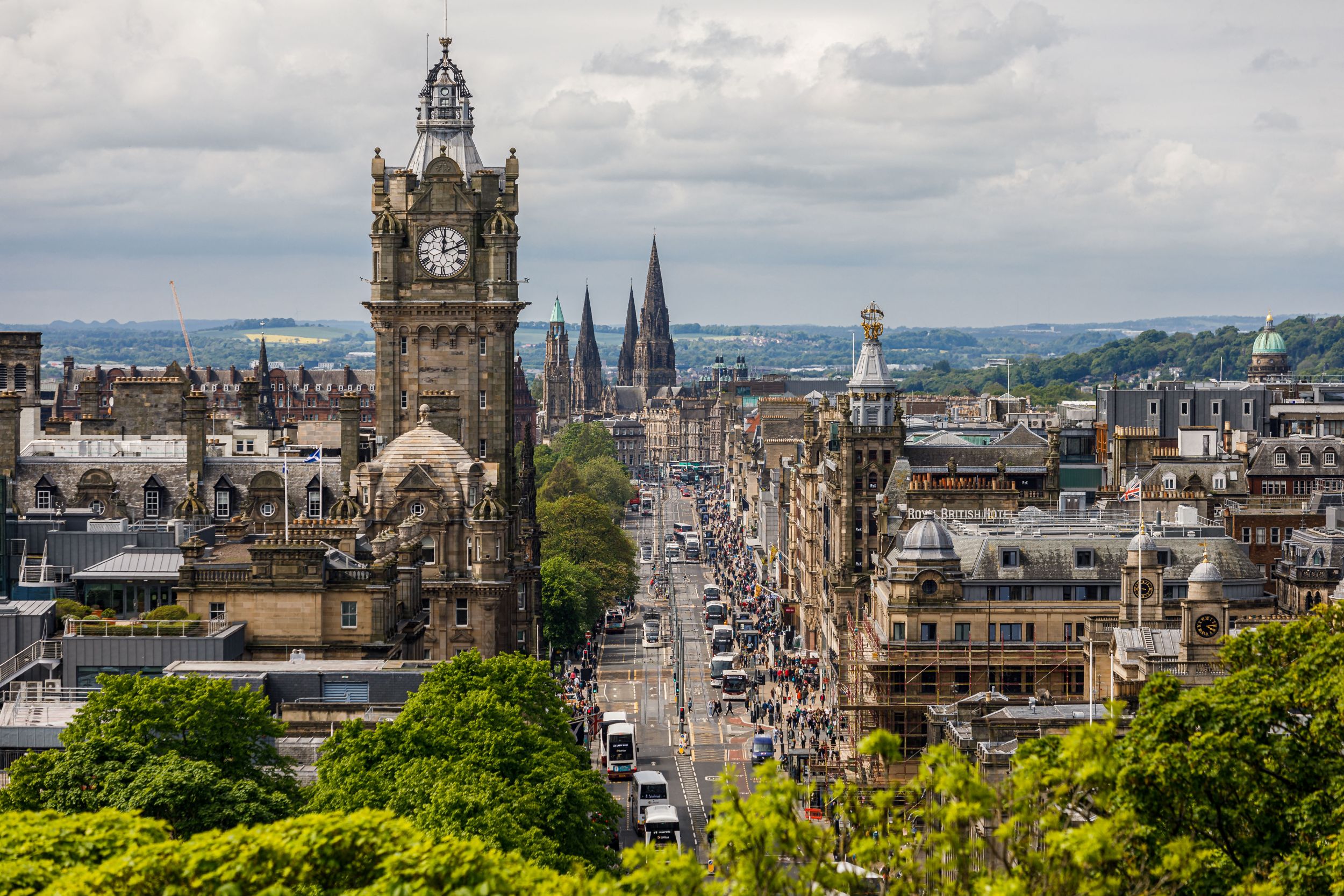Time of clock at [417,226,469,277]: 12:11
